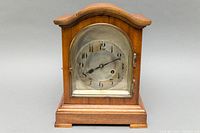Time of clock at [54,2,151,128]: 8:11
